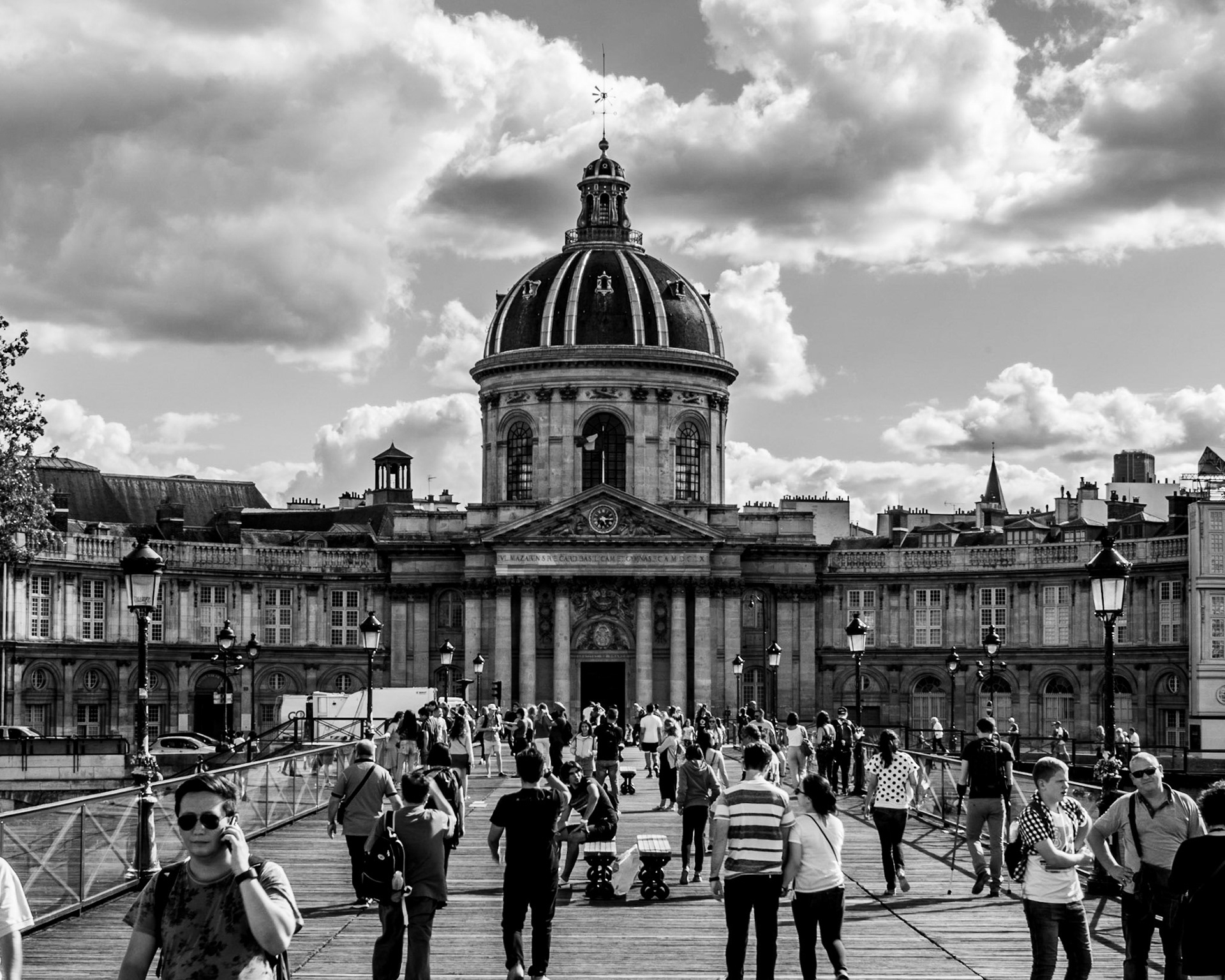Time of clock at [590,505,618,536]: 5:15
